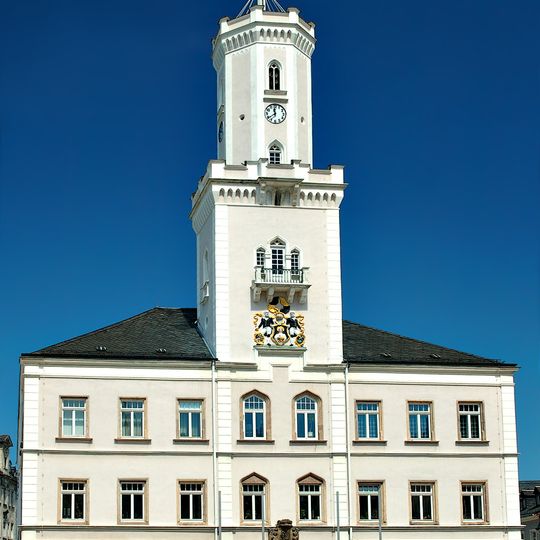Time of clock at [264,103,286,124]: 11:38
